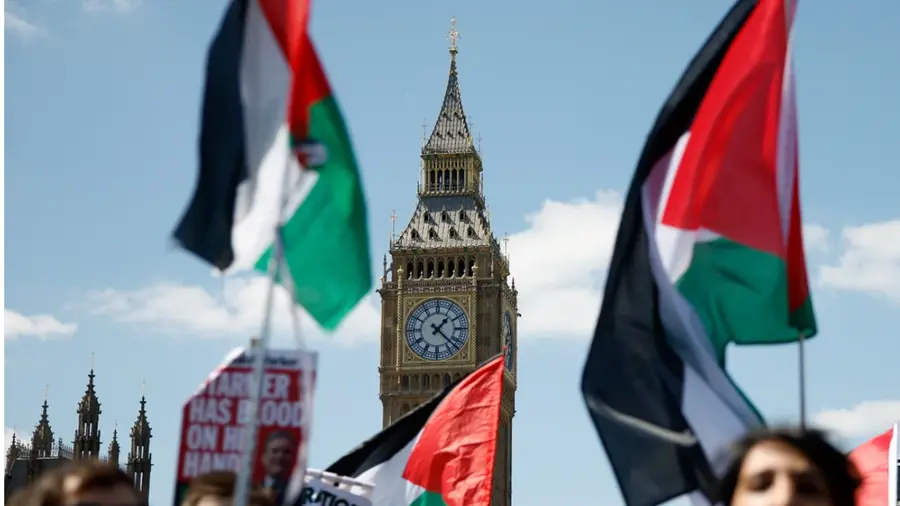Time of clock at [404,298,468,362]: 1:22
